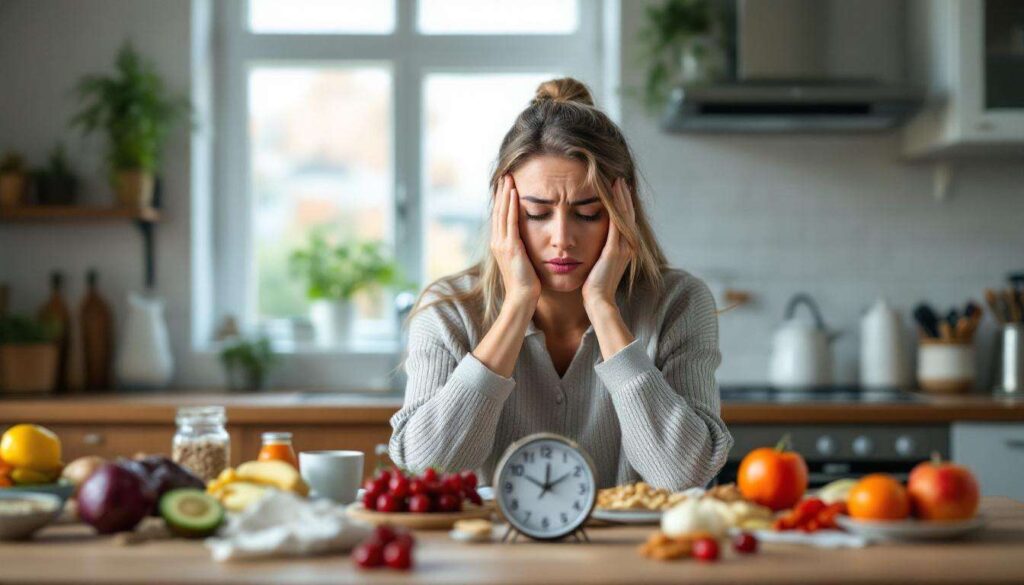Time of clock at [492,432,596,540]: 12:09
